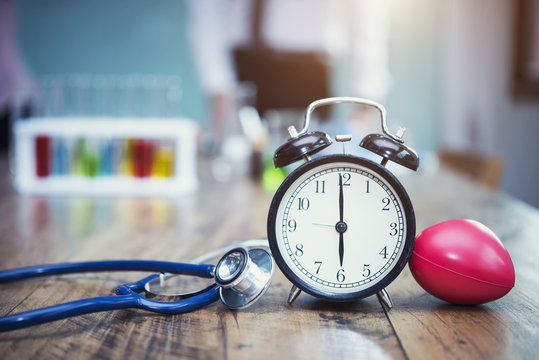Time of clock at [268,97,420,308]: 5:59
